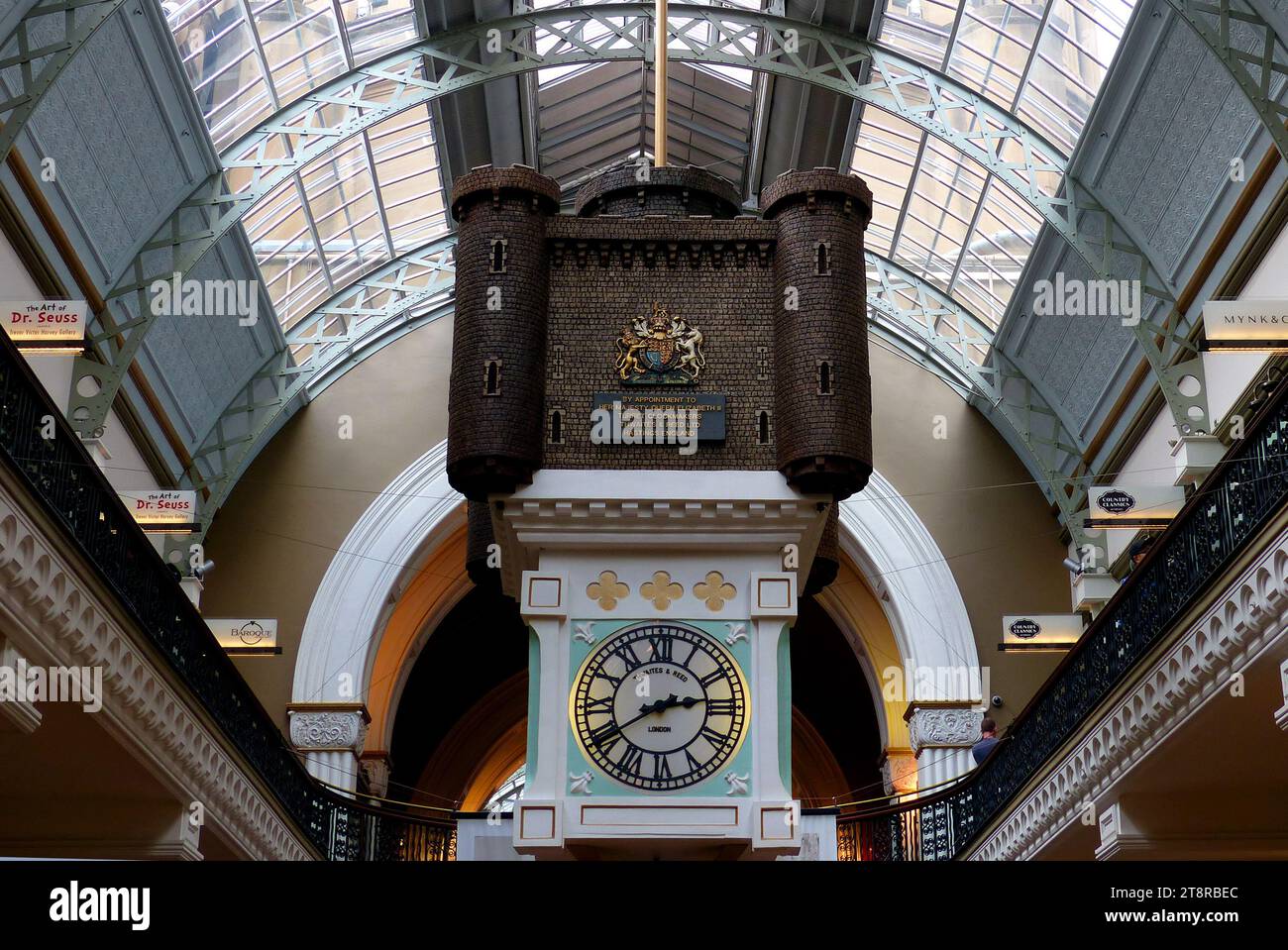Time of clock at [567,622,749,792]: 2:40
